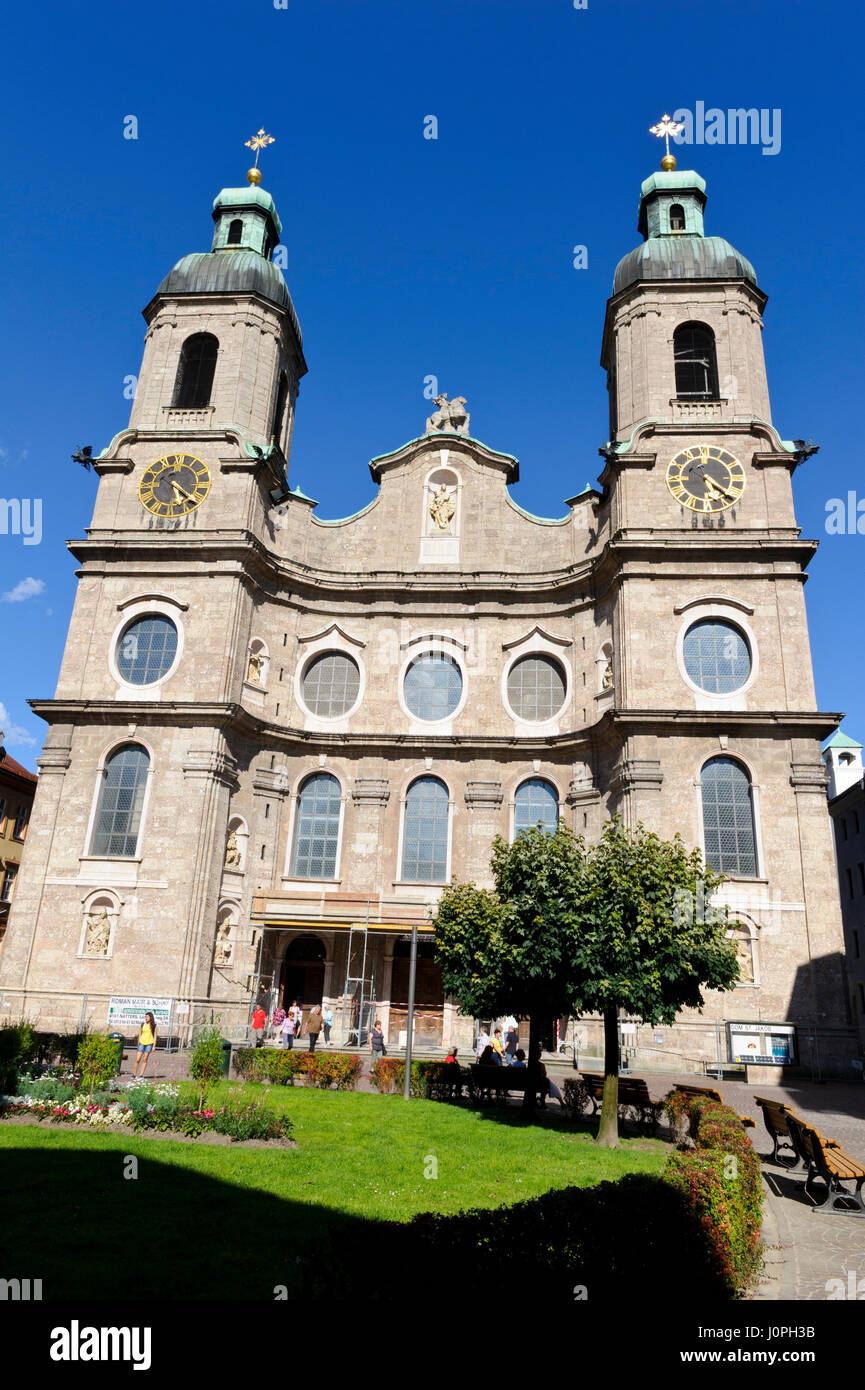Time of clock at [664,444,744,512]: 5:21
